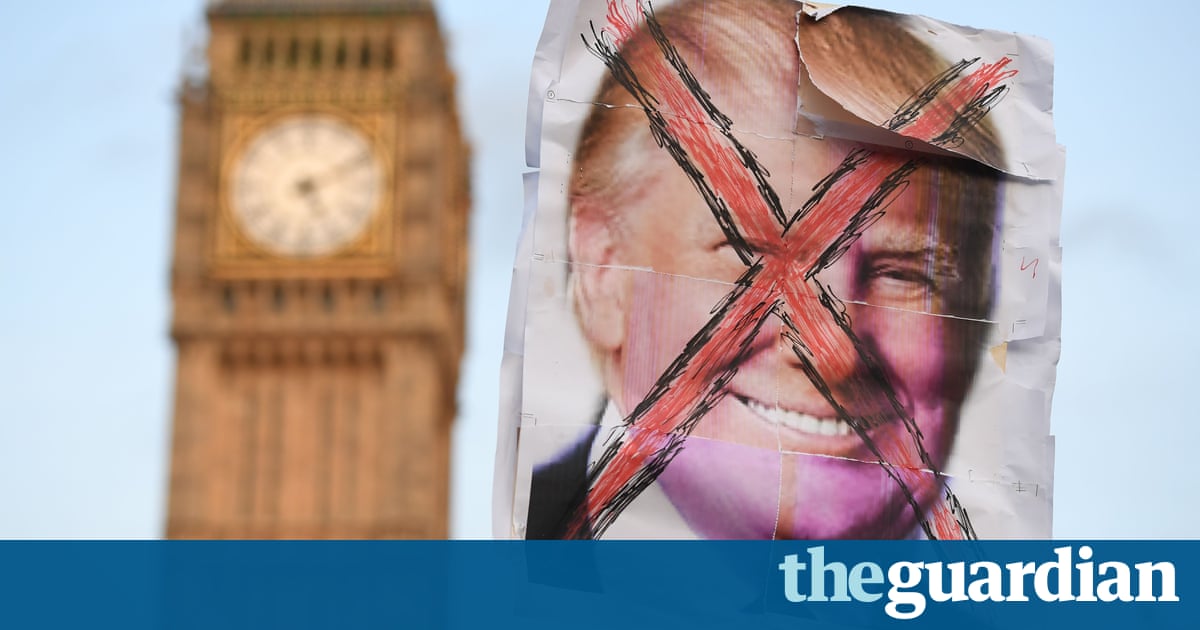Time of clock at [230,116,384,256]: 5:10
